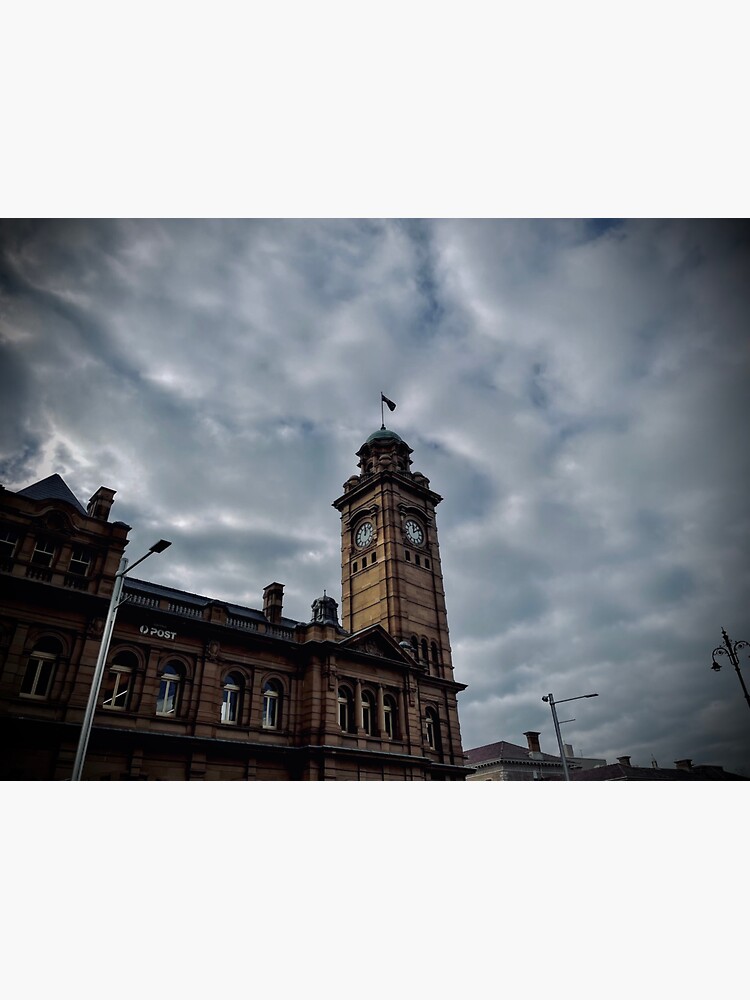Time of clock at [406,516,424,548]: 12:09
